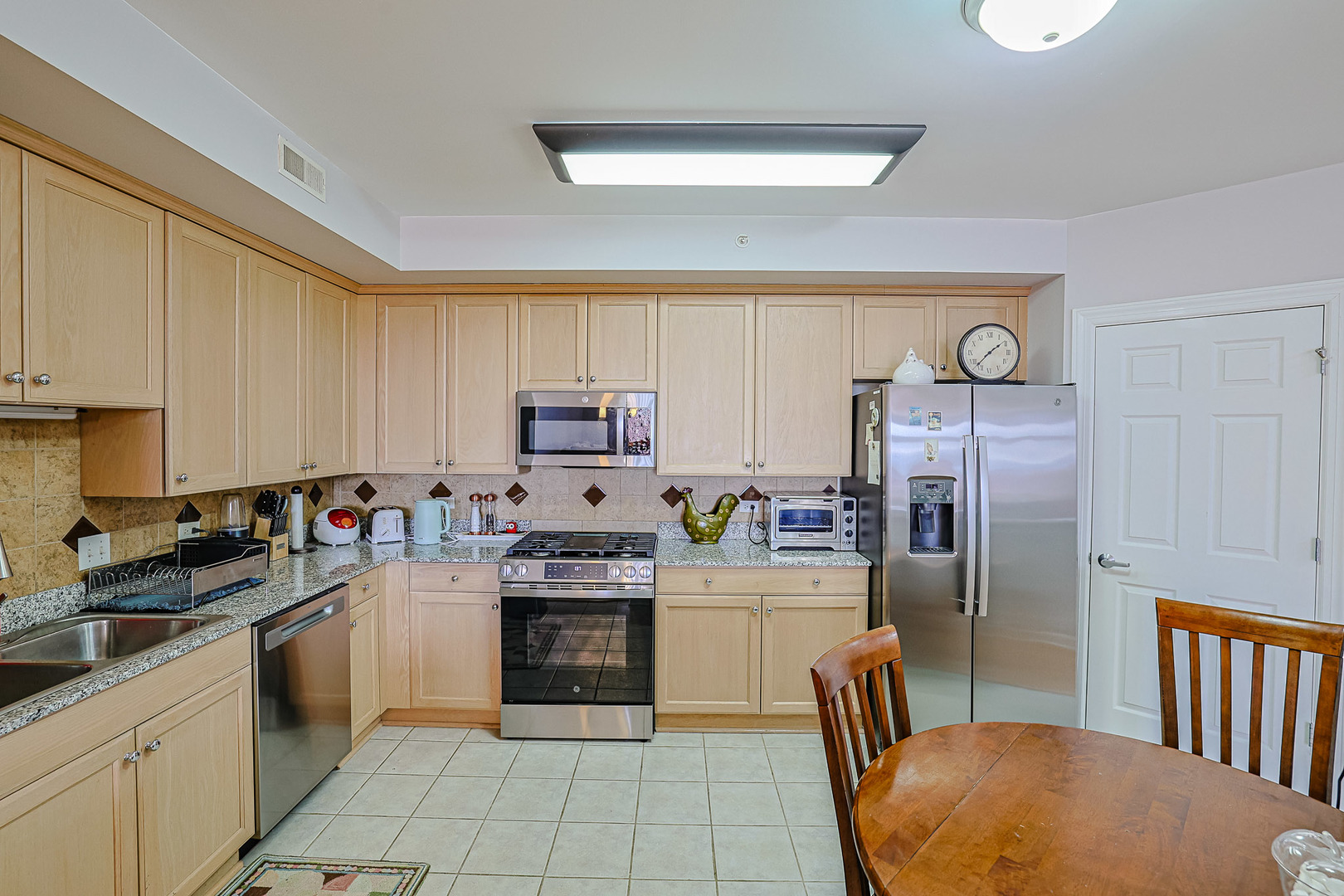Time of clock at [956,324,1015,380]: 1:37
